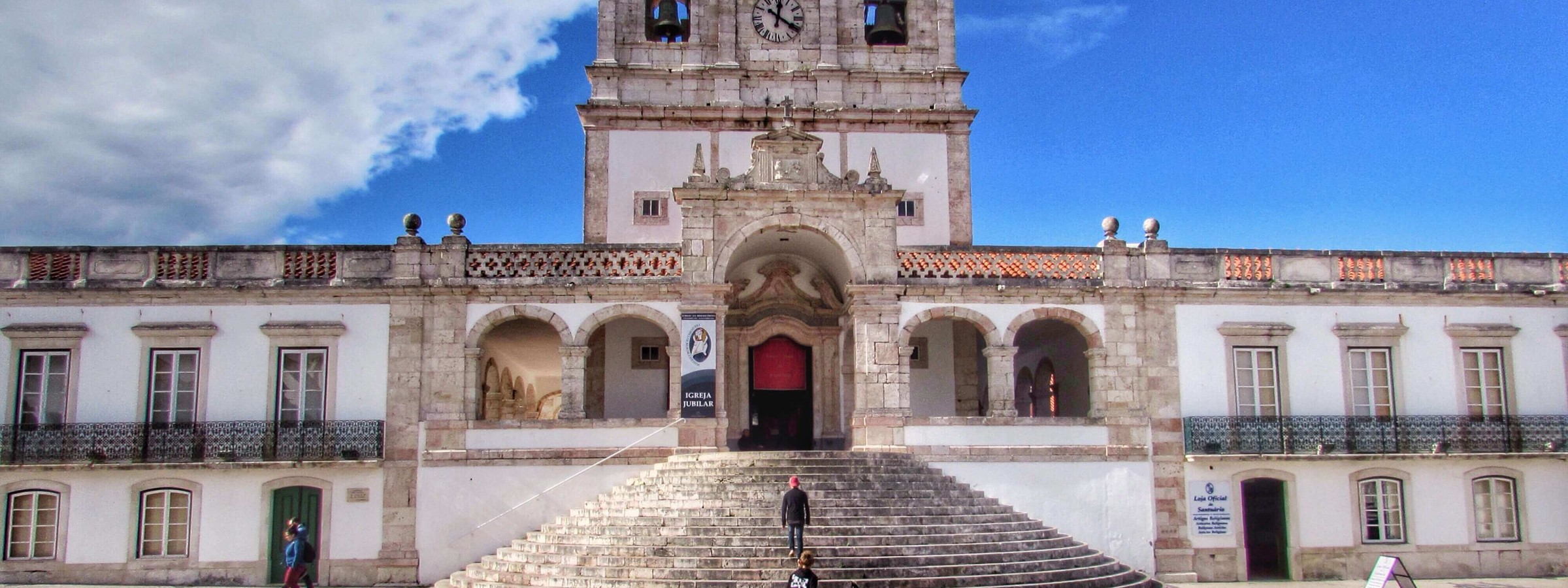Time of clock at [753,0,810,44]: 12:20
